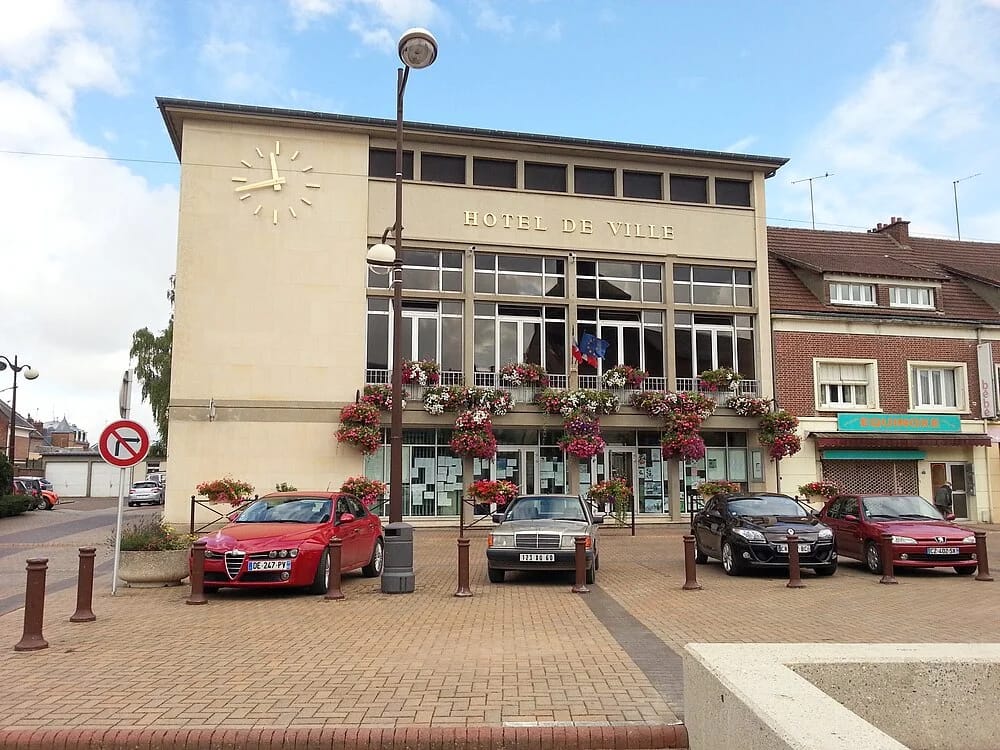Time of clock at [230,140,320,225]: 11:42
